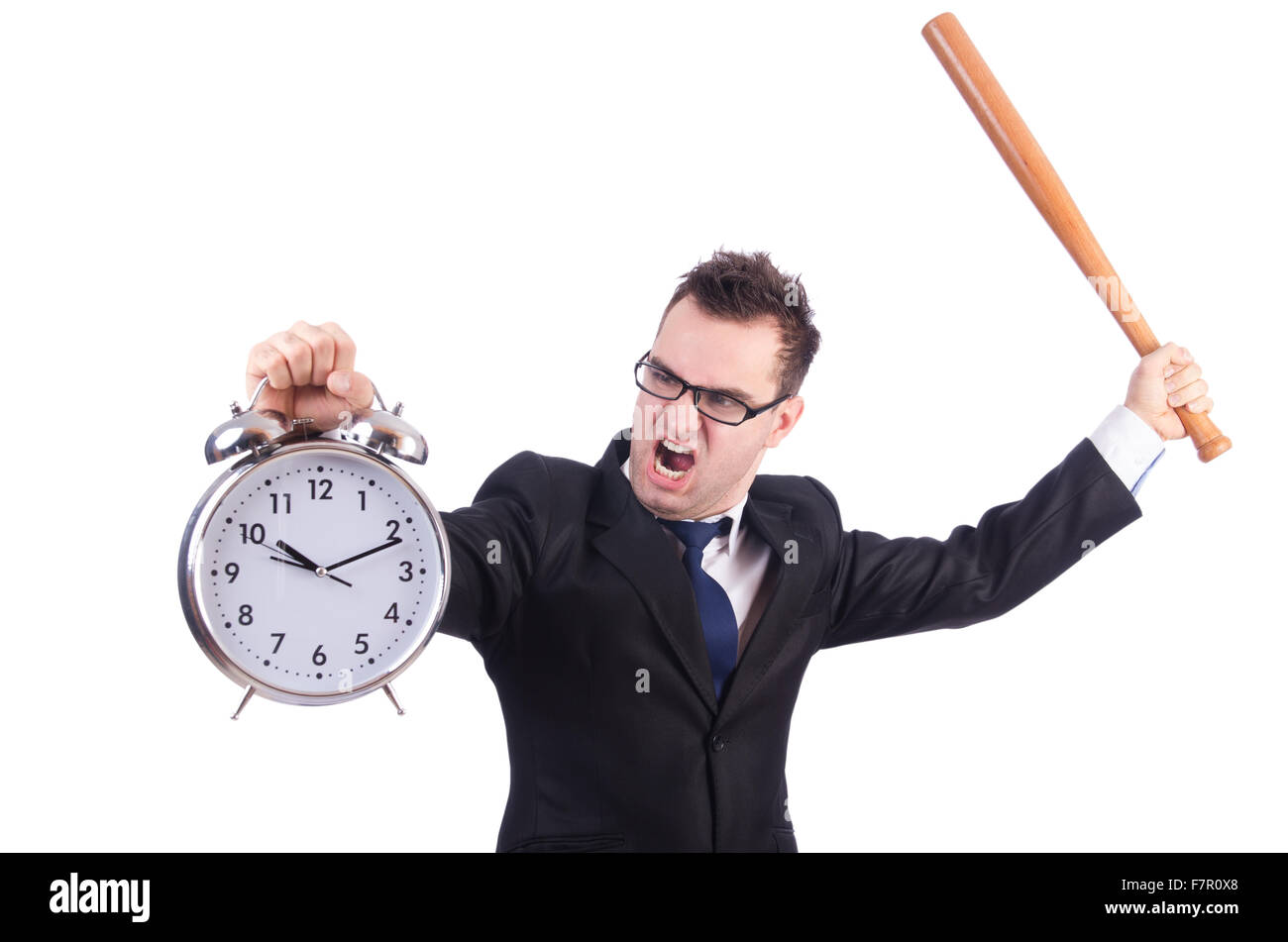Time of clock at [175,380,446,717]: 10:11
